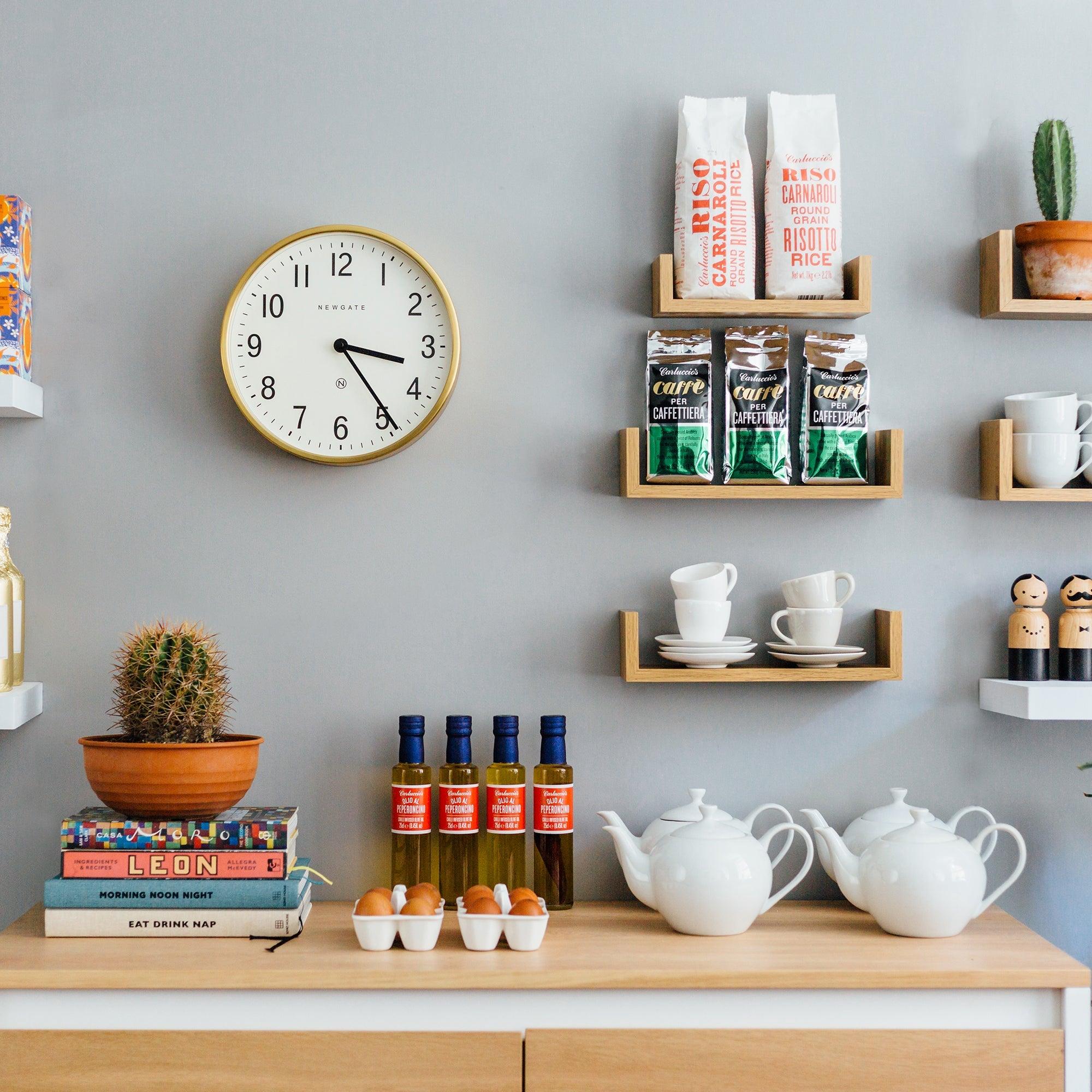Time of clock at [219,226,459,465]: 3:24
